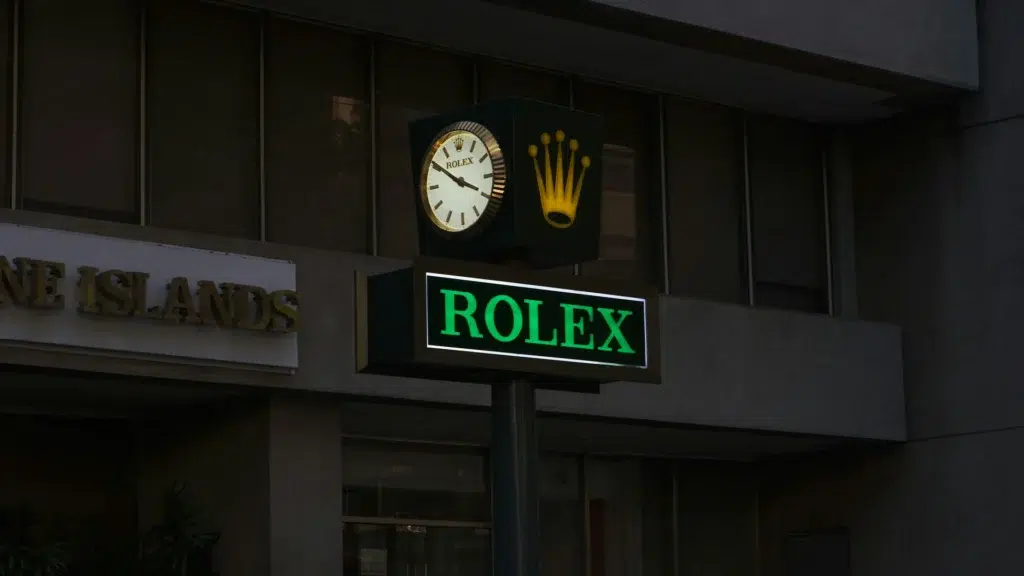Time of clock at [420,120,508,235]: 3:50
